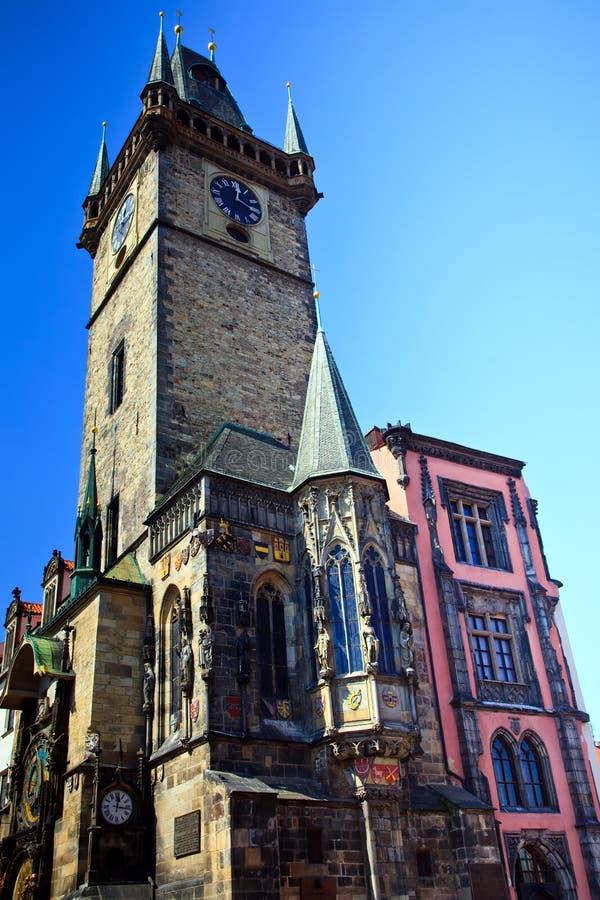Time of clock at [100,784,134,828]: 12:16
